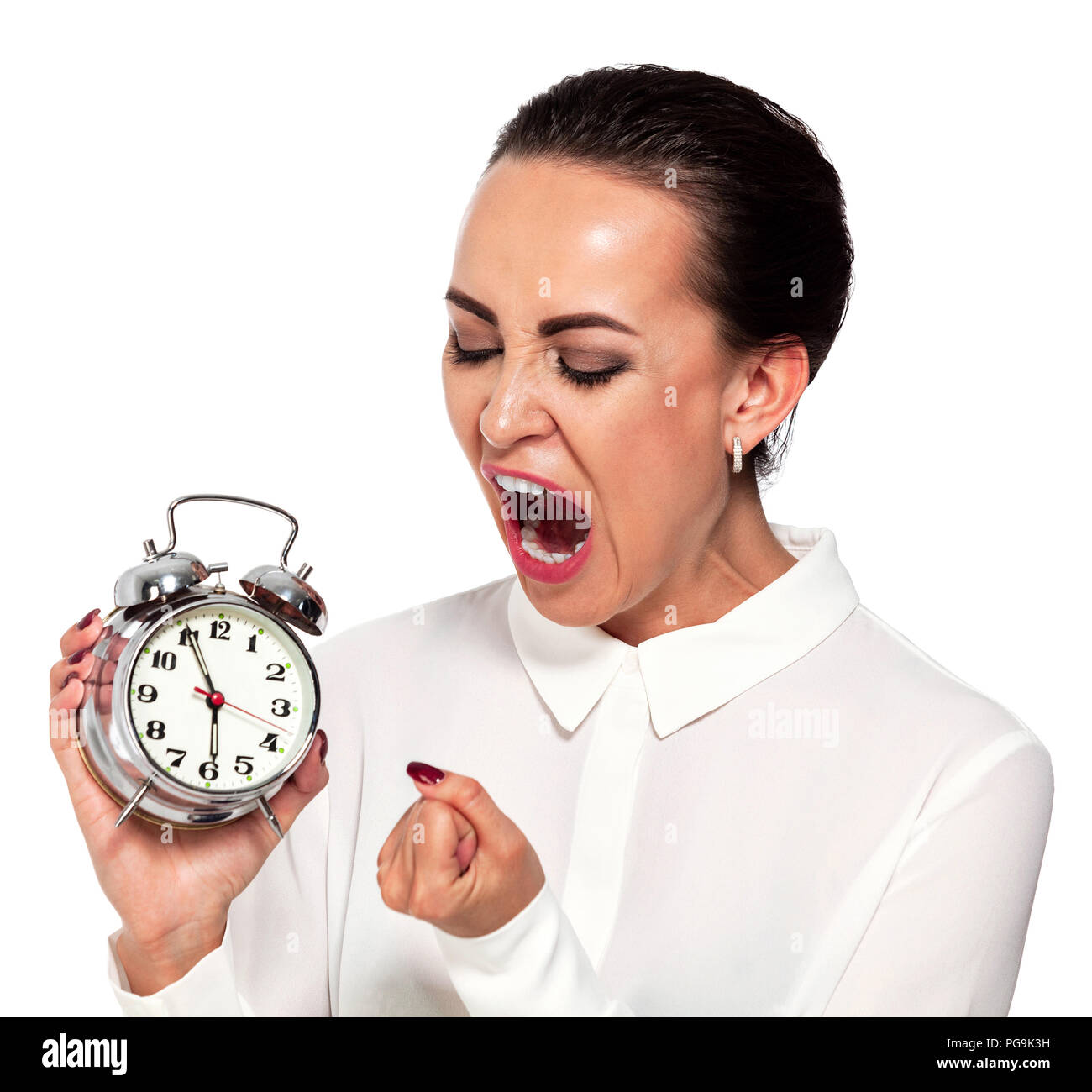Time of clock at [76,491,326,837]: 5:55
